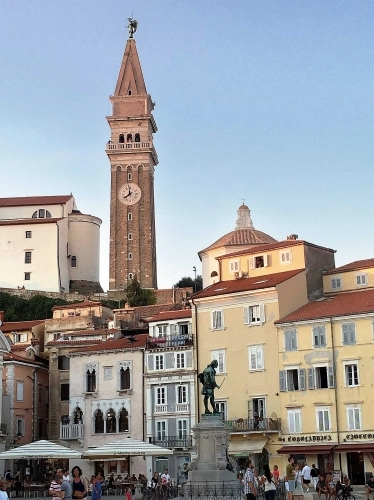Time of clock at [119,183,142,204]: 7:58
